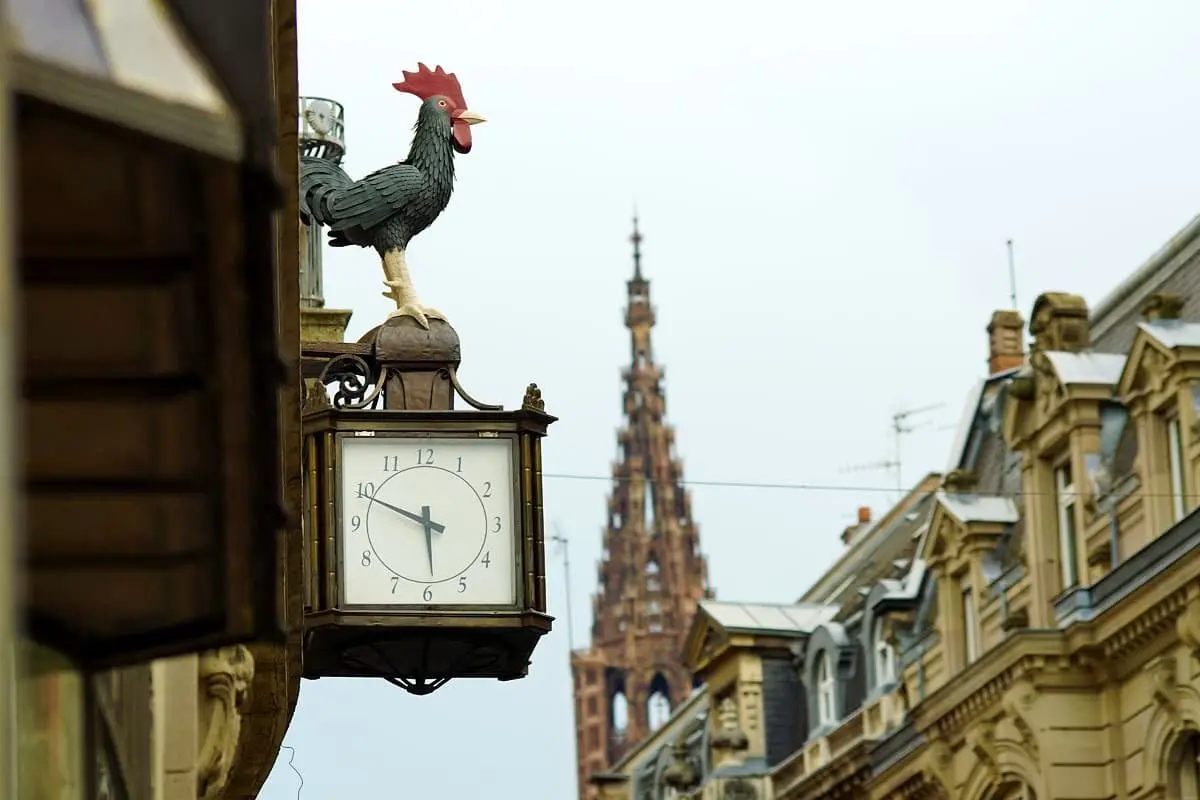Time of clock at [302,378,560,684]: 5:48
